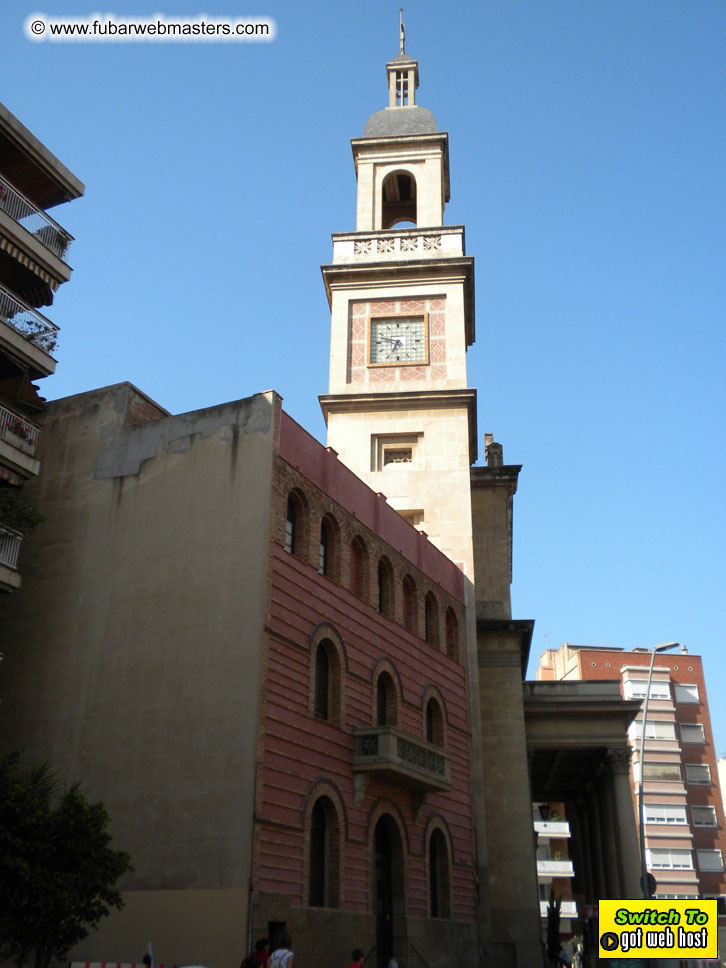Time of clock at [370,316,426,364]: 6:47
